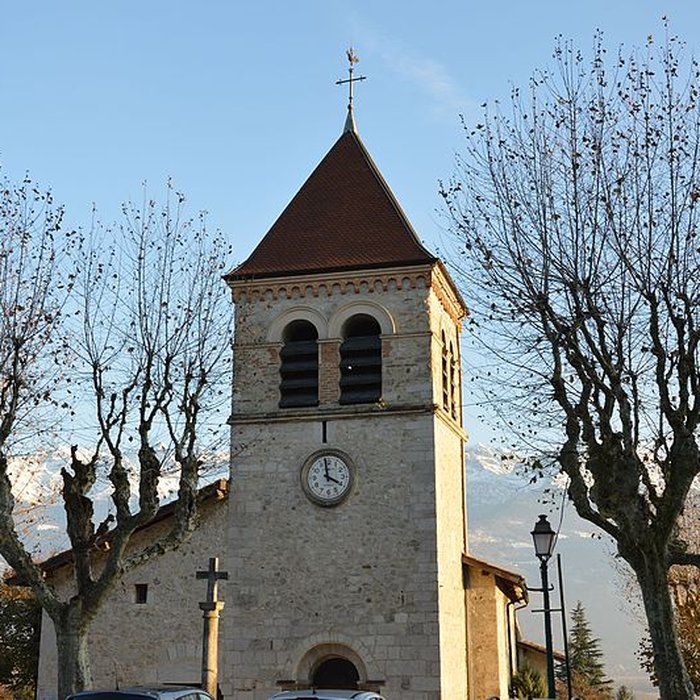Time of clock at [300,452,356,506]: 3:58
